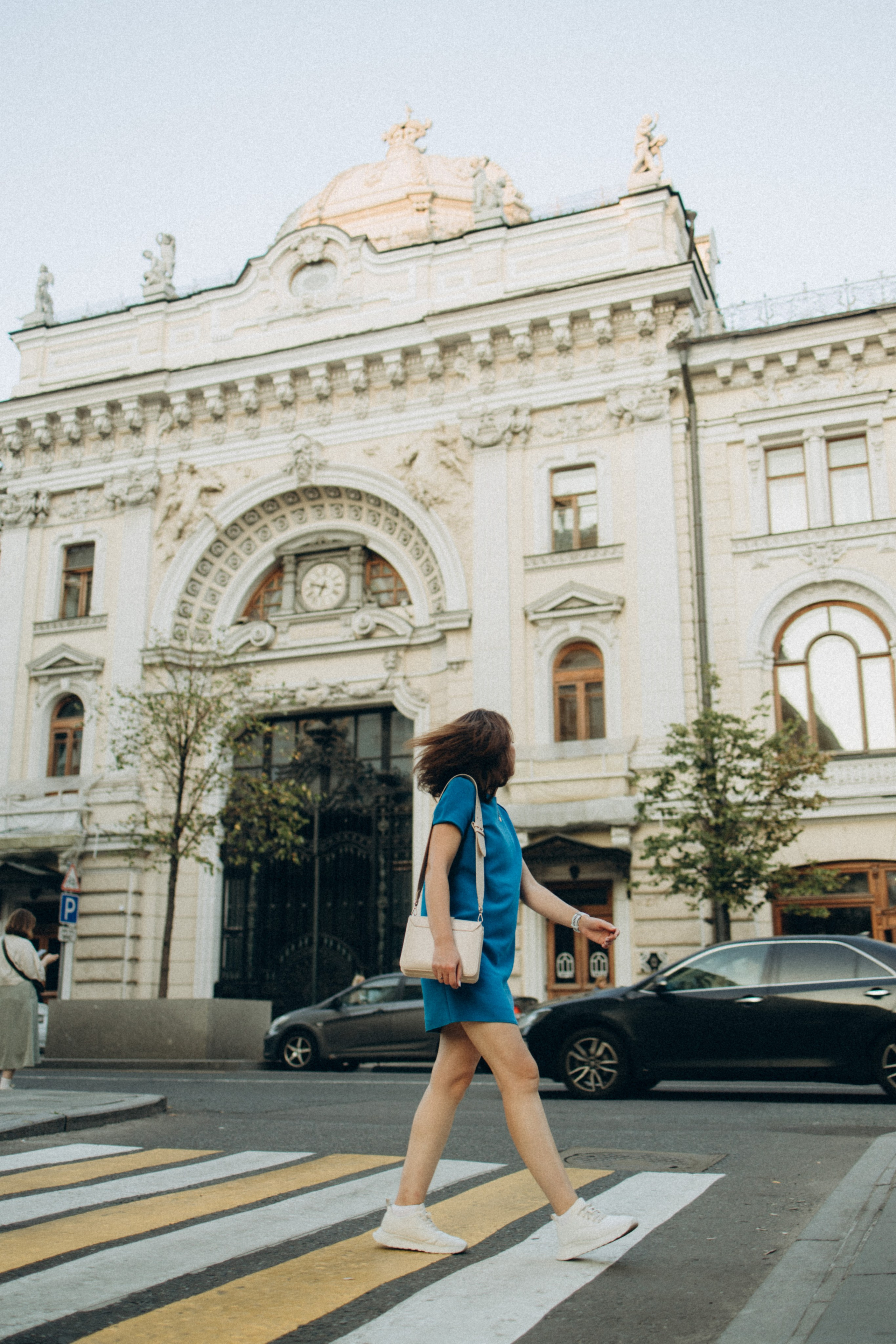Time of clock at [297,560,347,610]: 6:47
